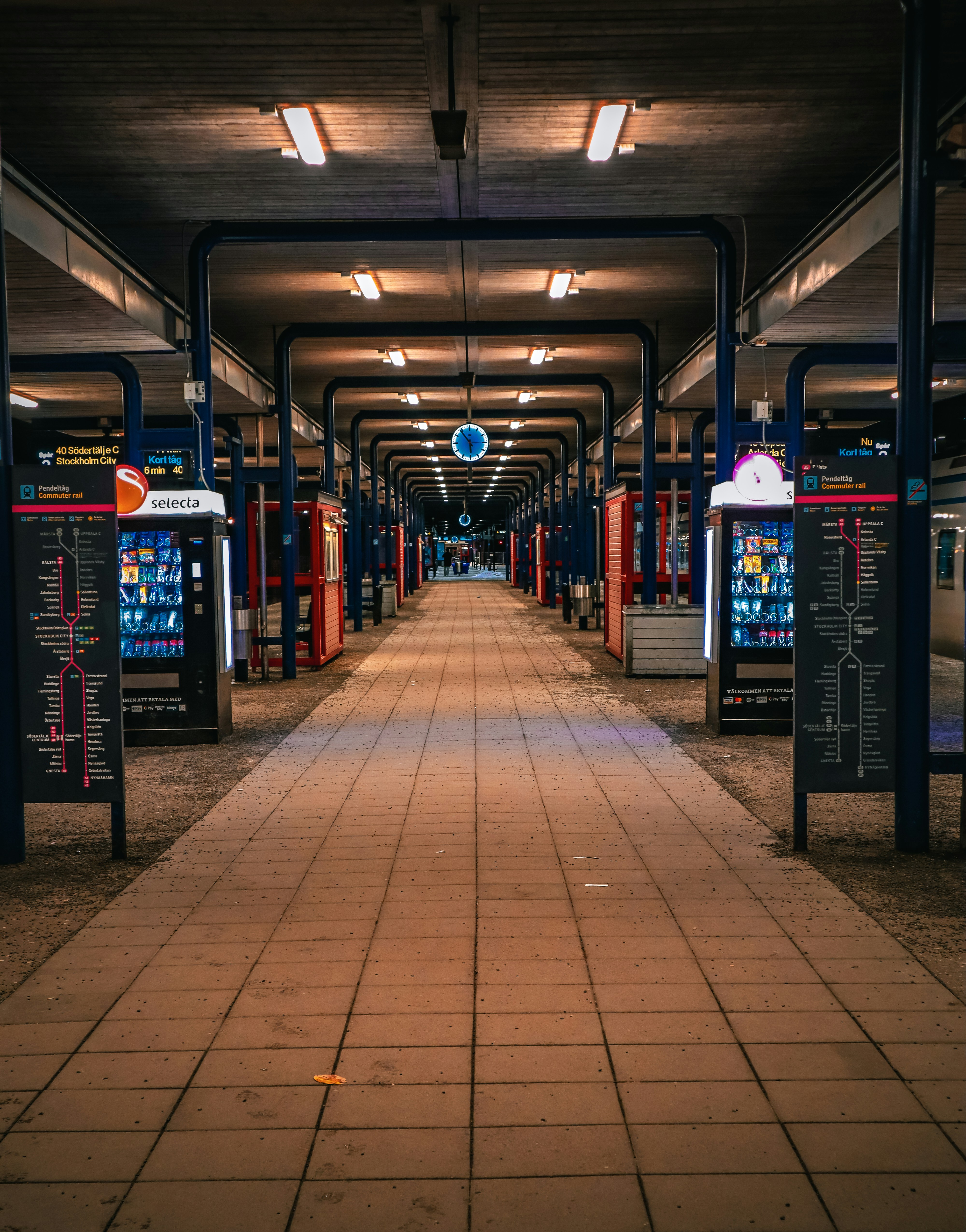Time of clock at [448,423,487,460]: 5:54
